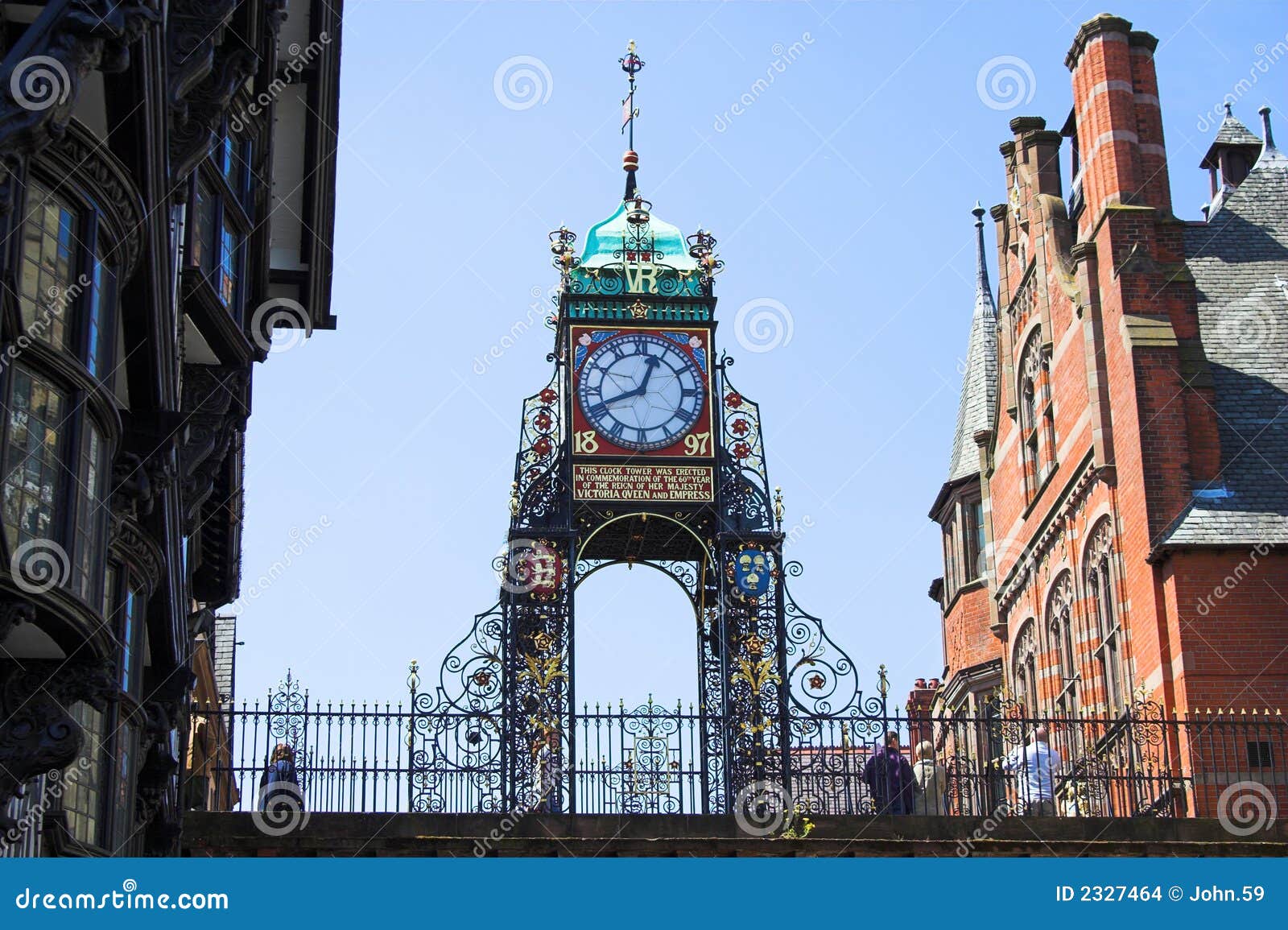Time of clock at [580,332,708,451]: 12:41
